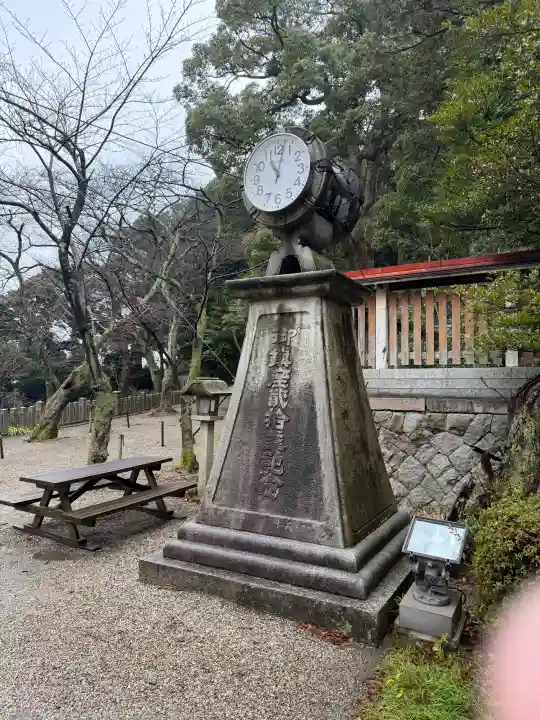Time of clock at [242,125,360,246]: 11:02
